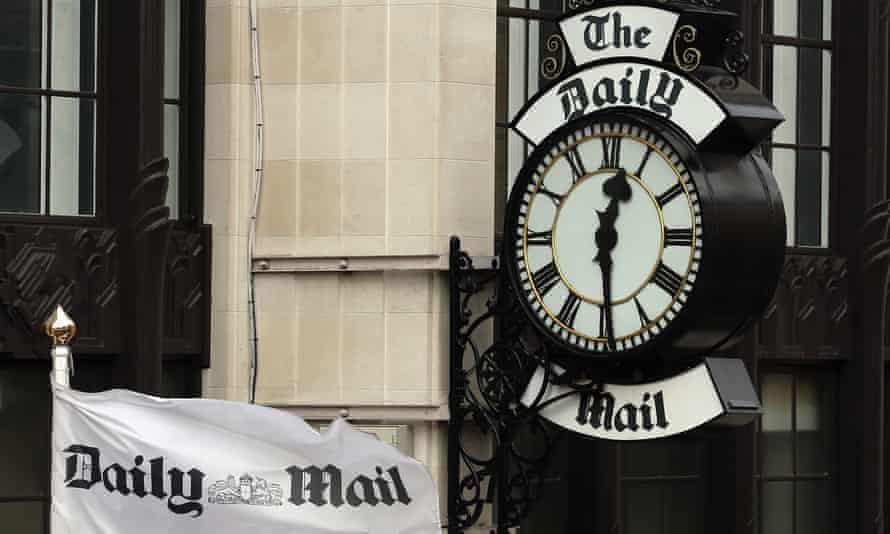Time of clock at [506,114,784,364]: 12:29
